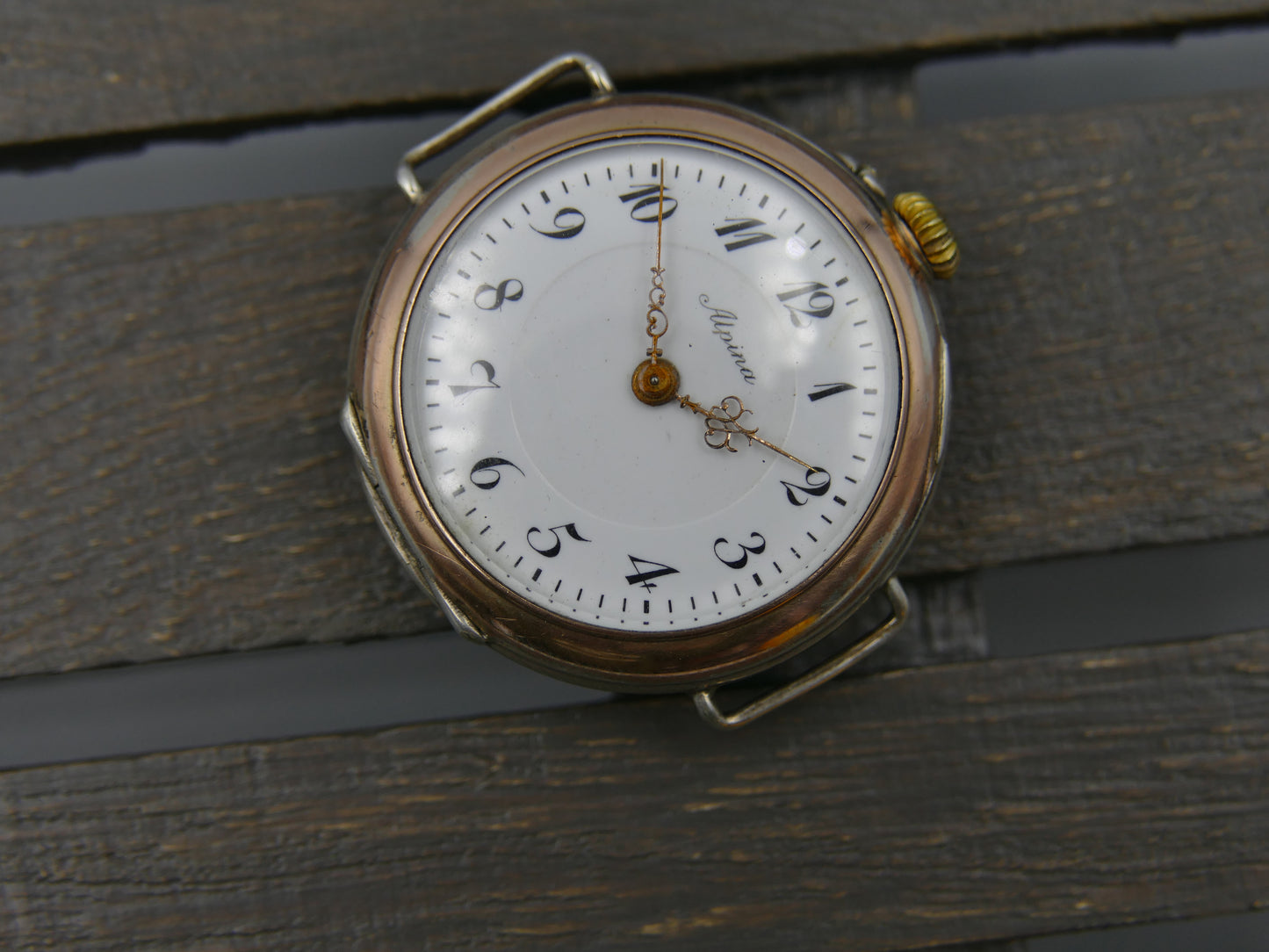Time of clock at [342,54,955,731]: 4:00
